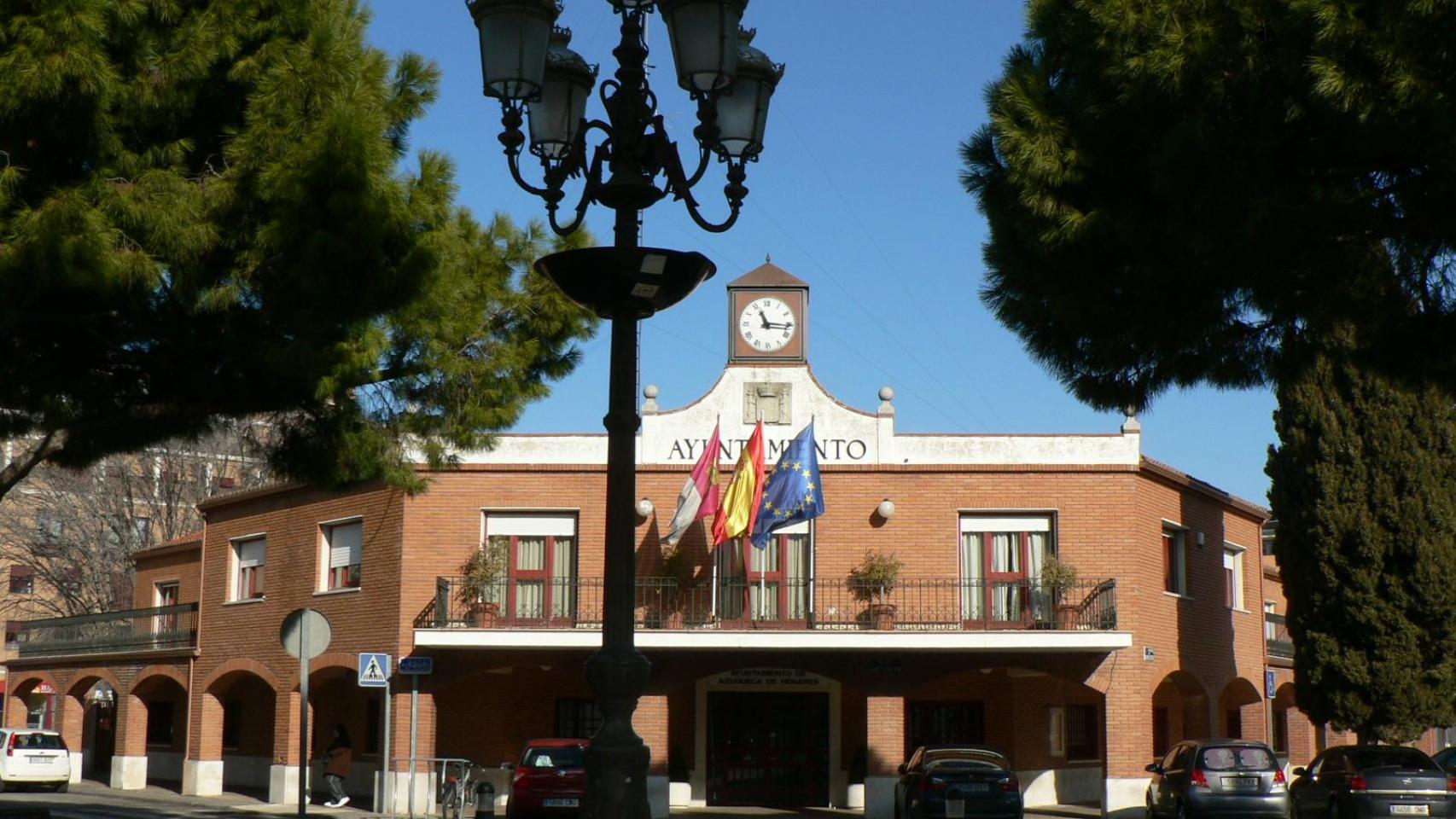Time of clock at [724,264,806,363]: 11:15
